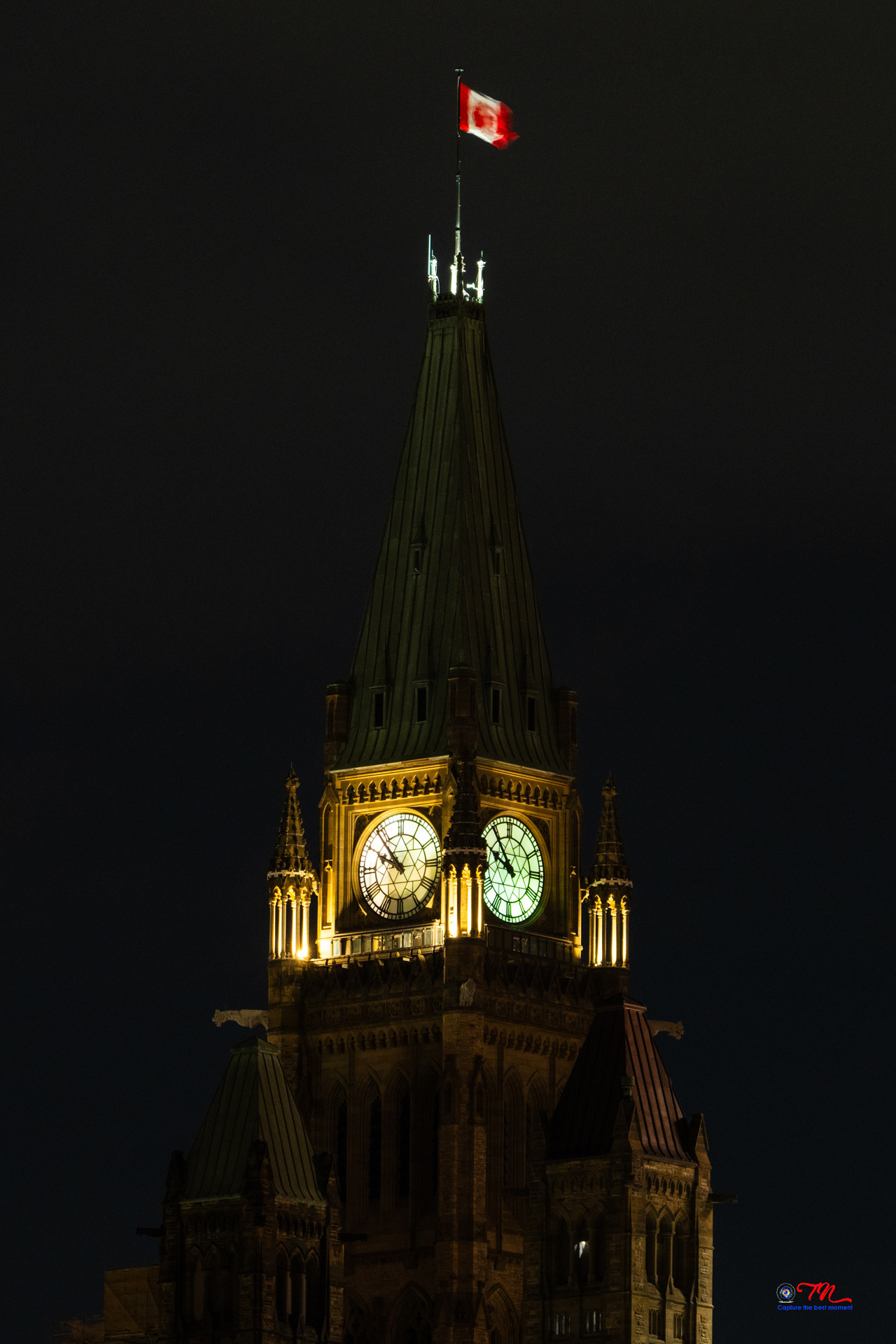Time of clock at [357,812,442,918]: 9:53
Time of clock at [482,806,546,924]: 9:53
